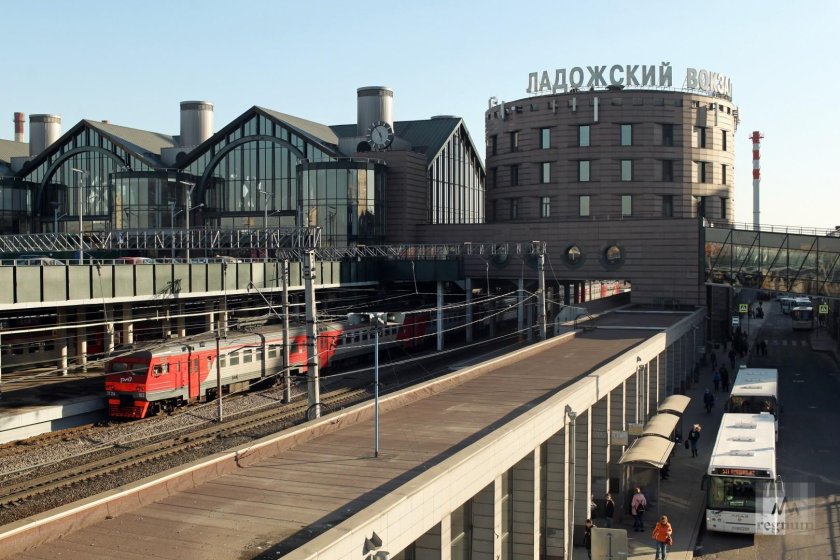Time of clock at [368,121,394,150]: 5:54
